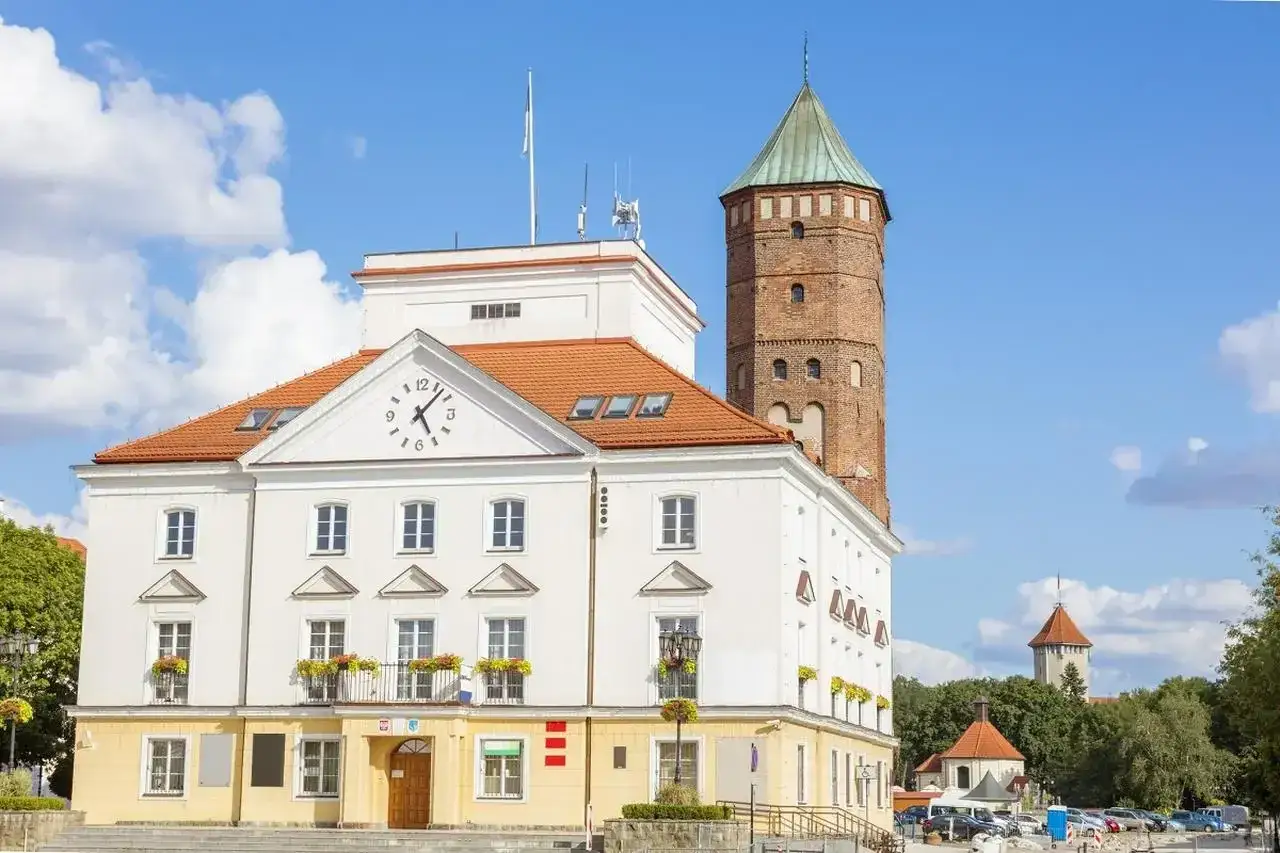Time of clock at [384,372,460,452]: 5:07
